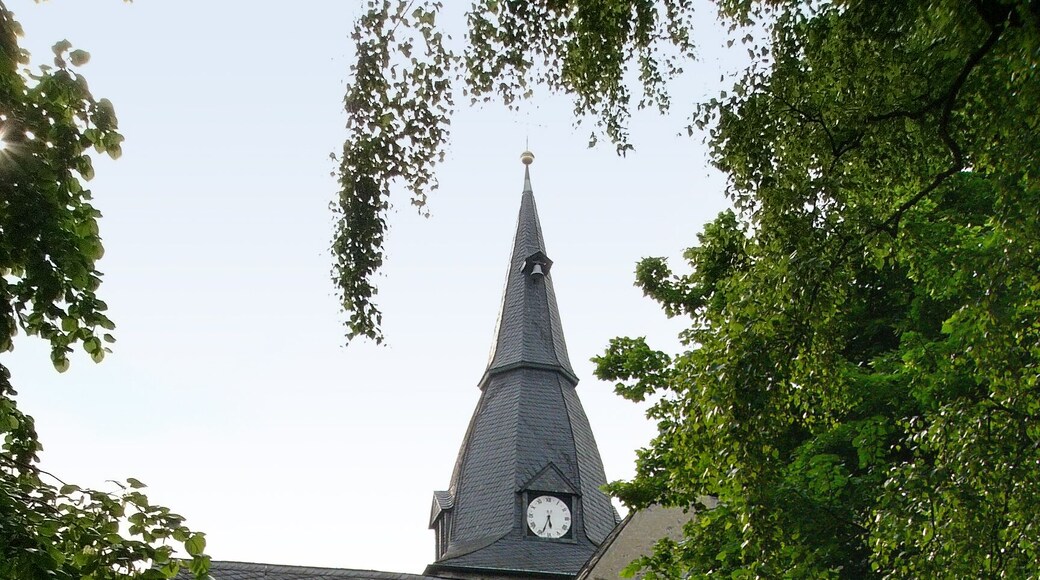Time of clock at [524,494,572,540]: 5:33
